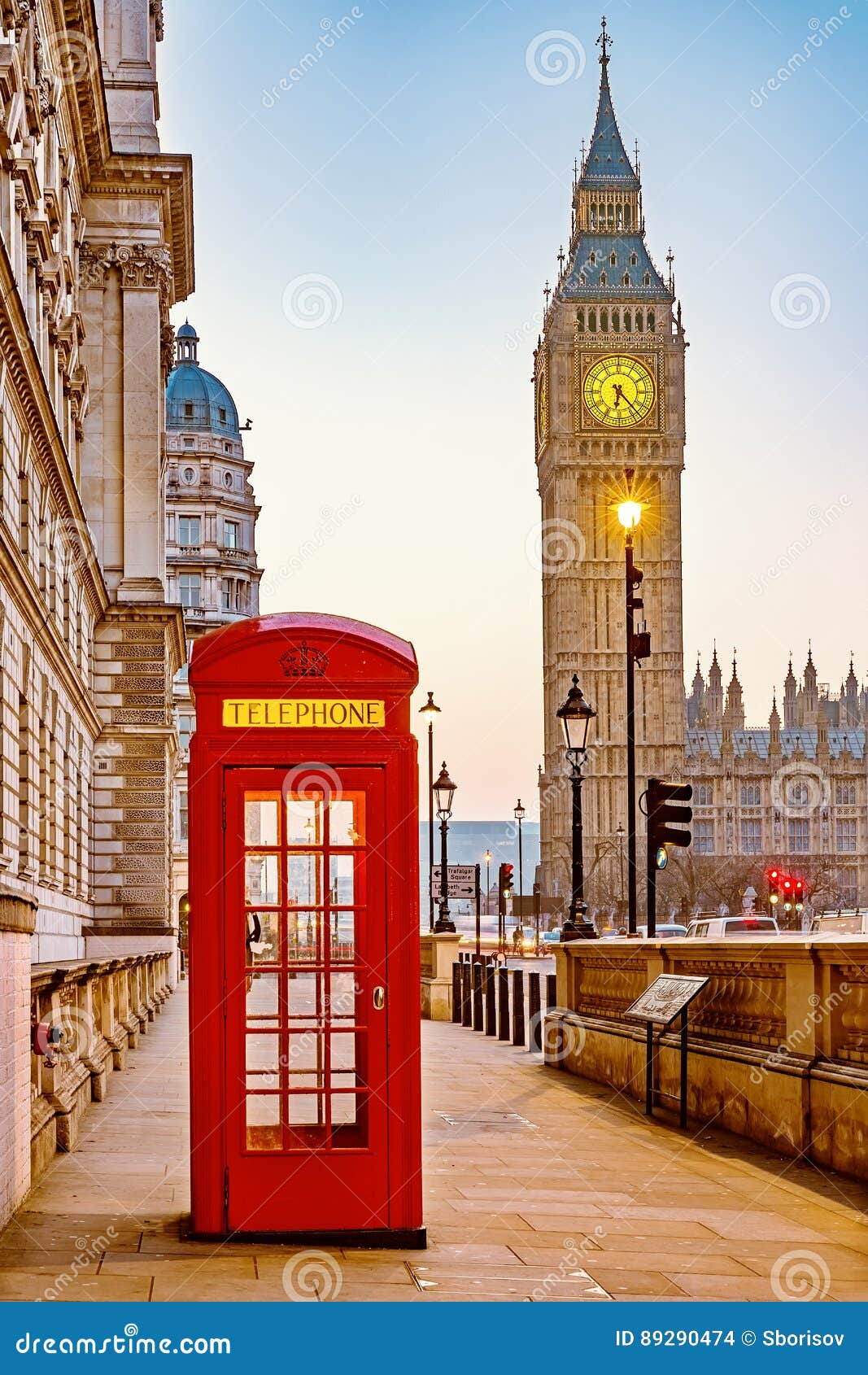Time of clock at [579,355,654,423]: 6:23
